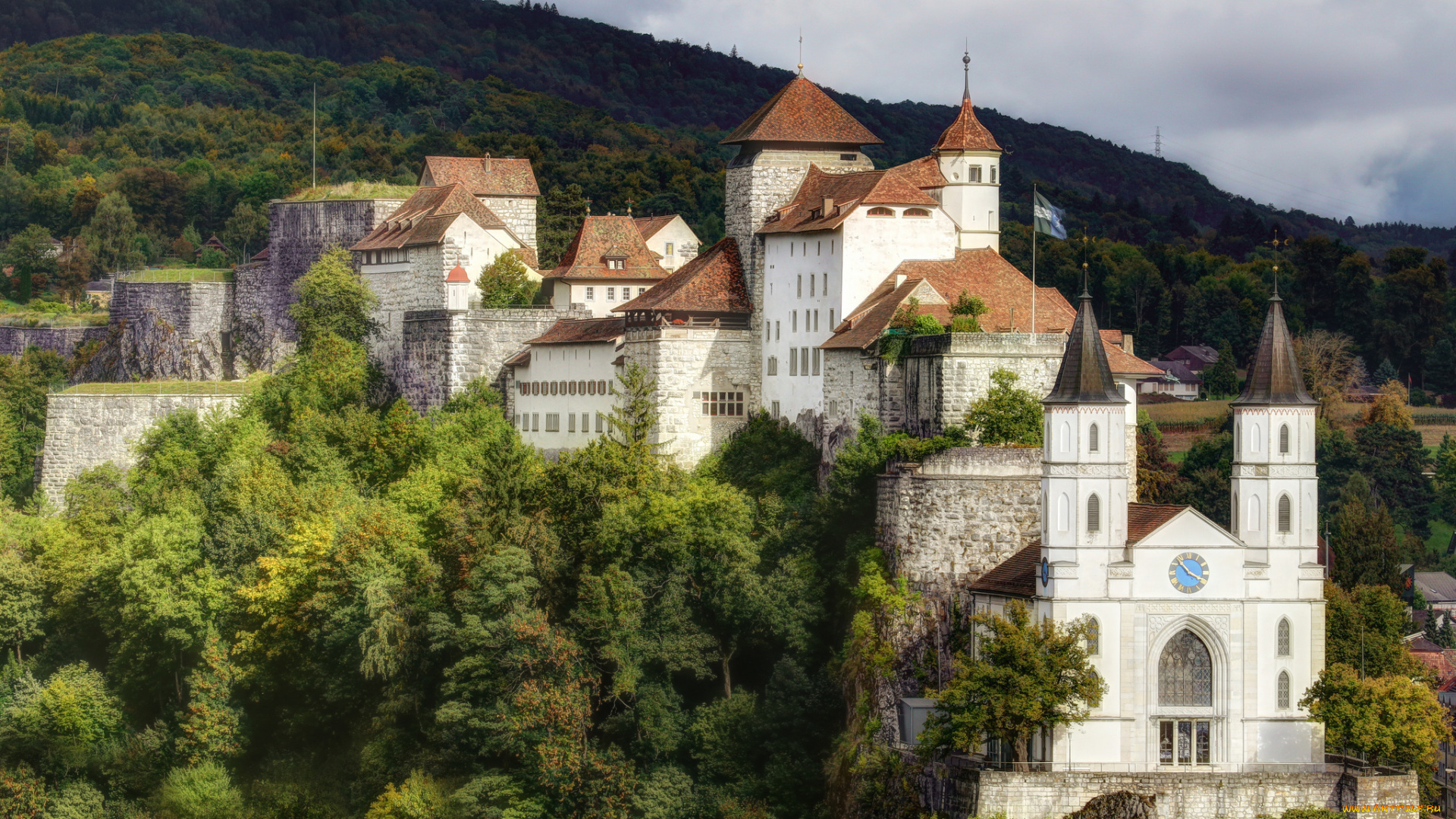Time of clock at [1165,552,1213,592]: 3:53
